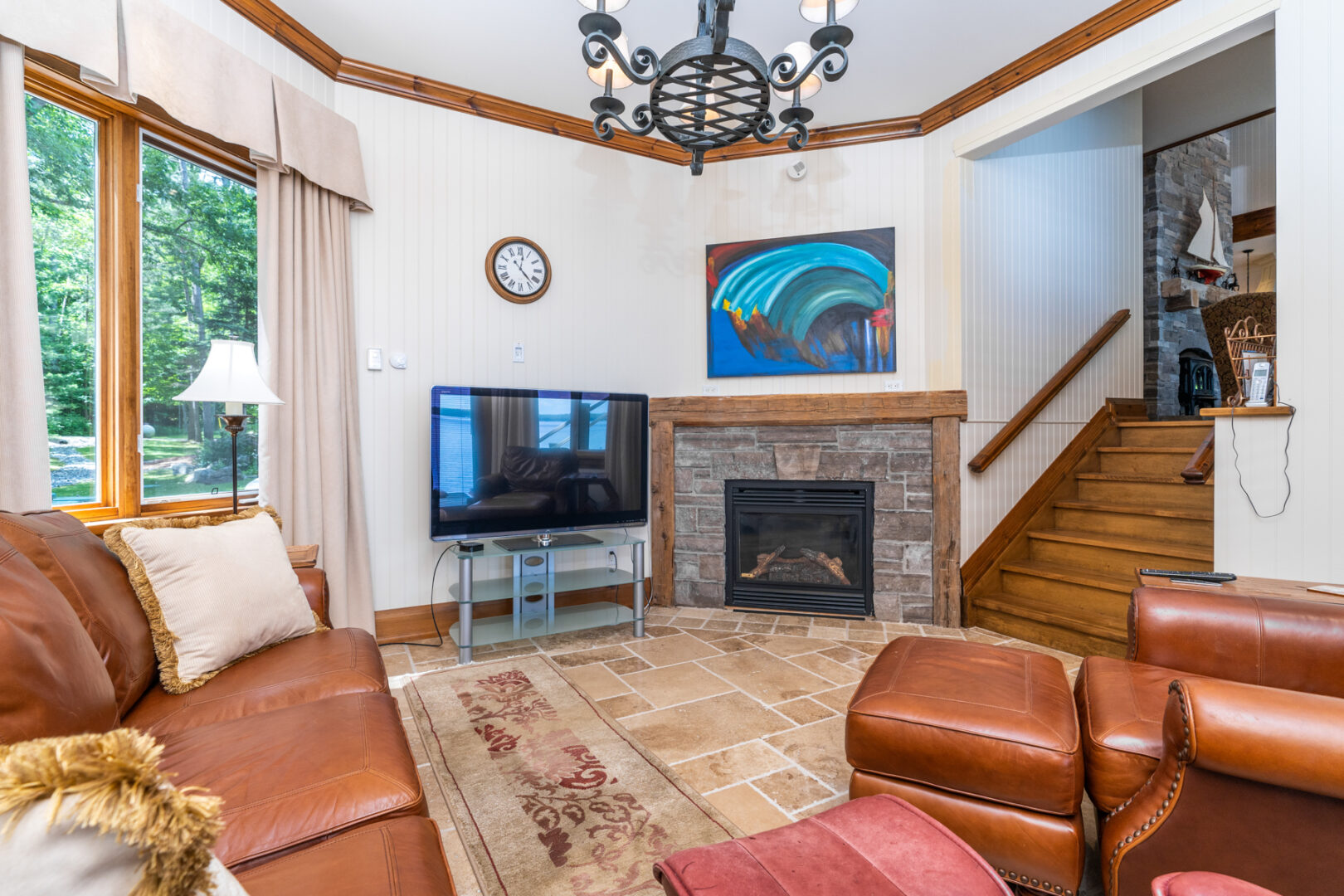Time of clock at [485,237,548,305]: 12:22
